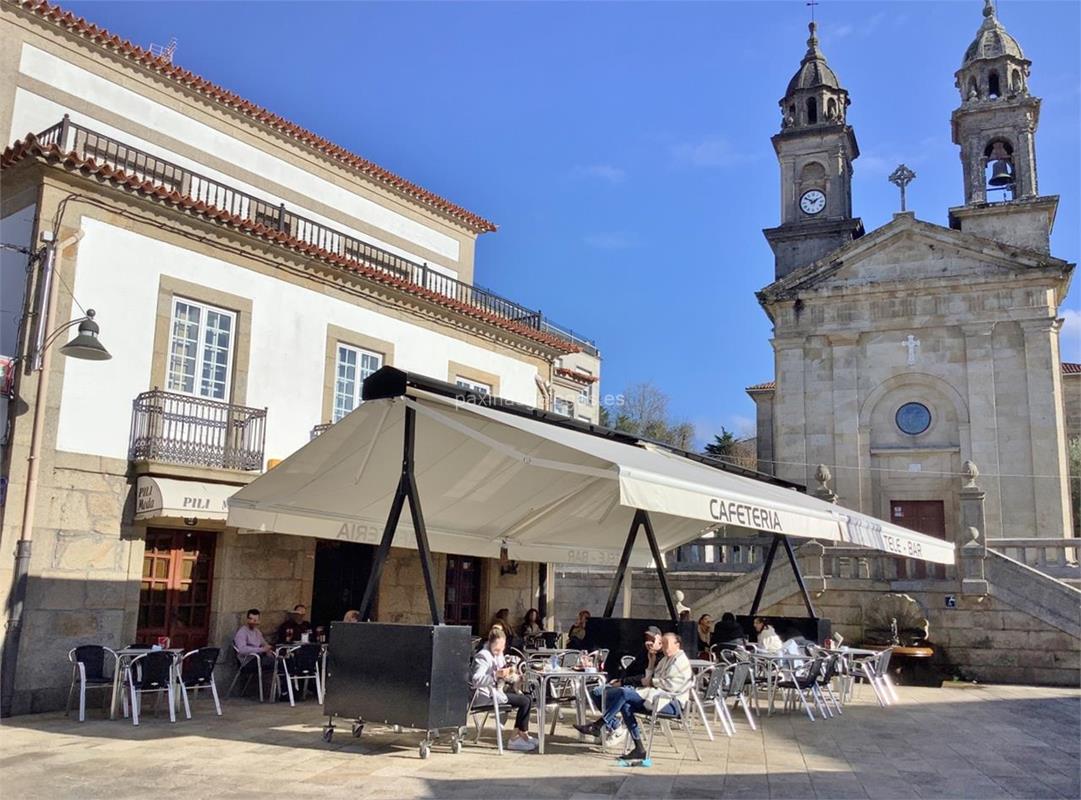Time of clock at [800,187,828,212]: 1:50
